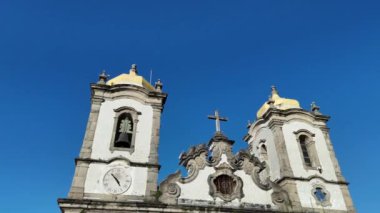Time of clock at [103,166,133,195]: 4:52
